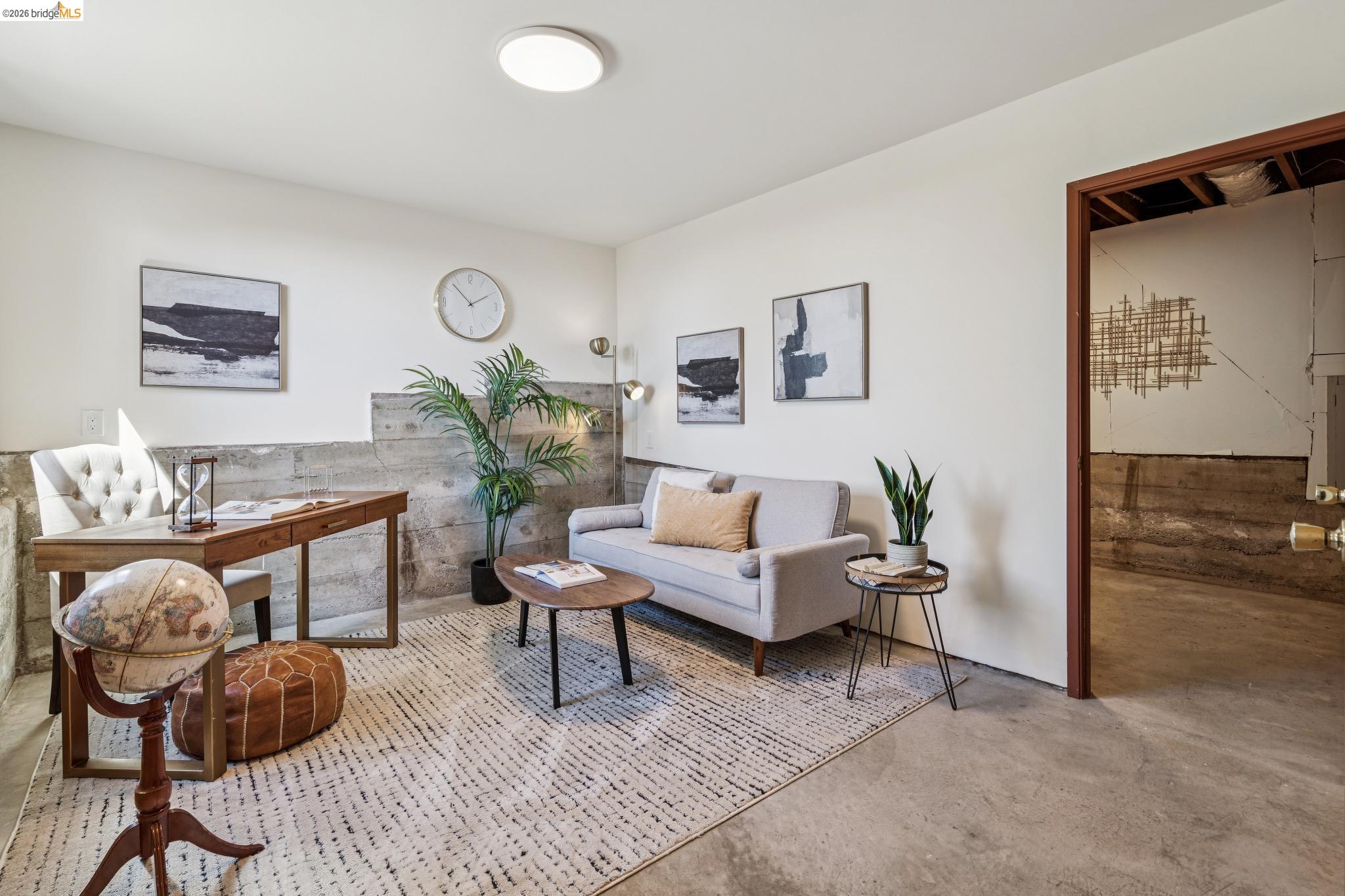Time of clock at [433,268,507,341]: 1:52
